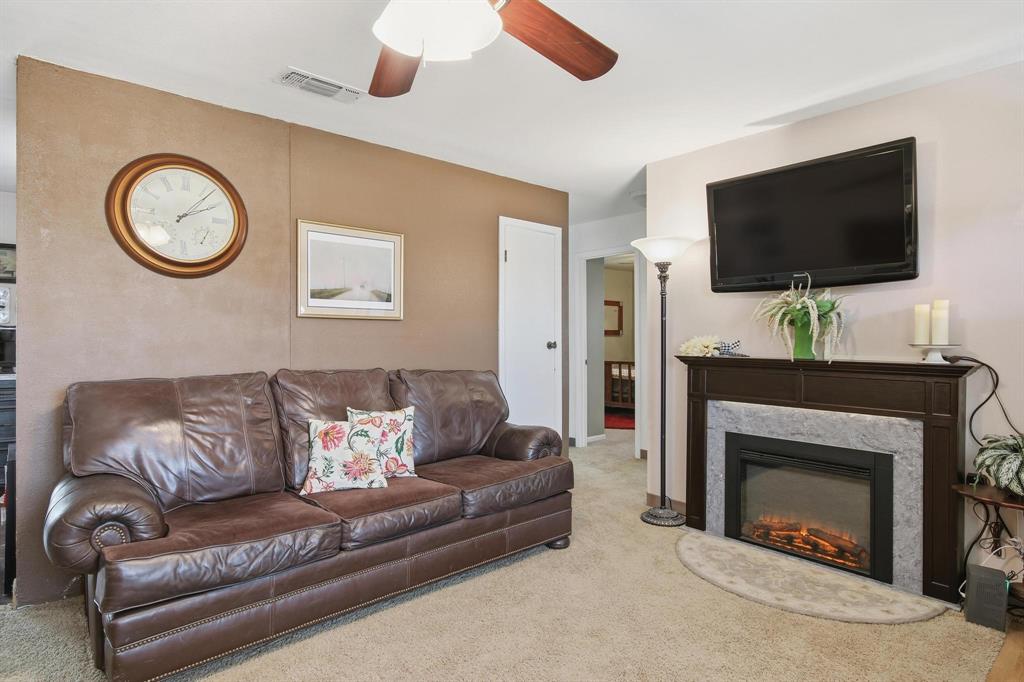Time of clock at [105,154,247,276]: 2:07
